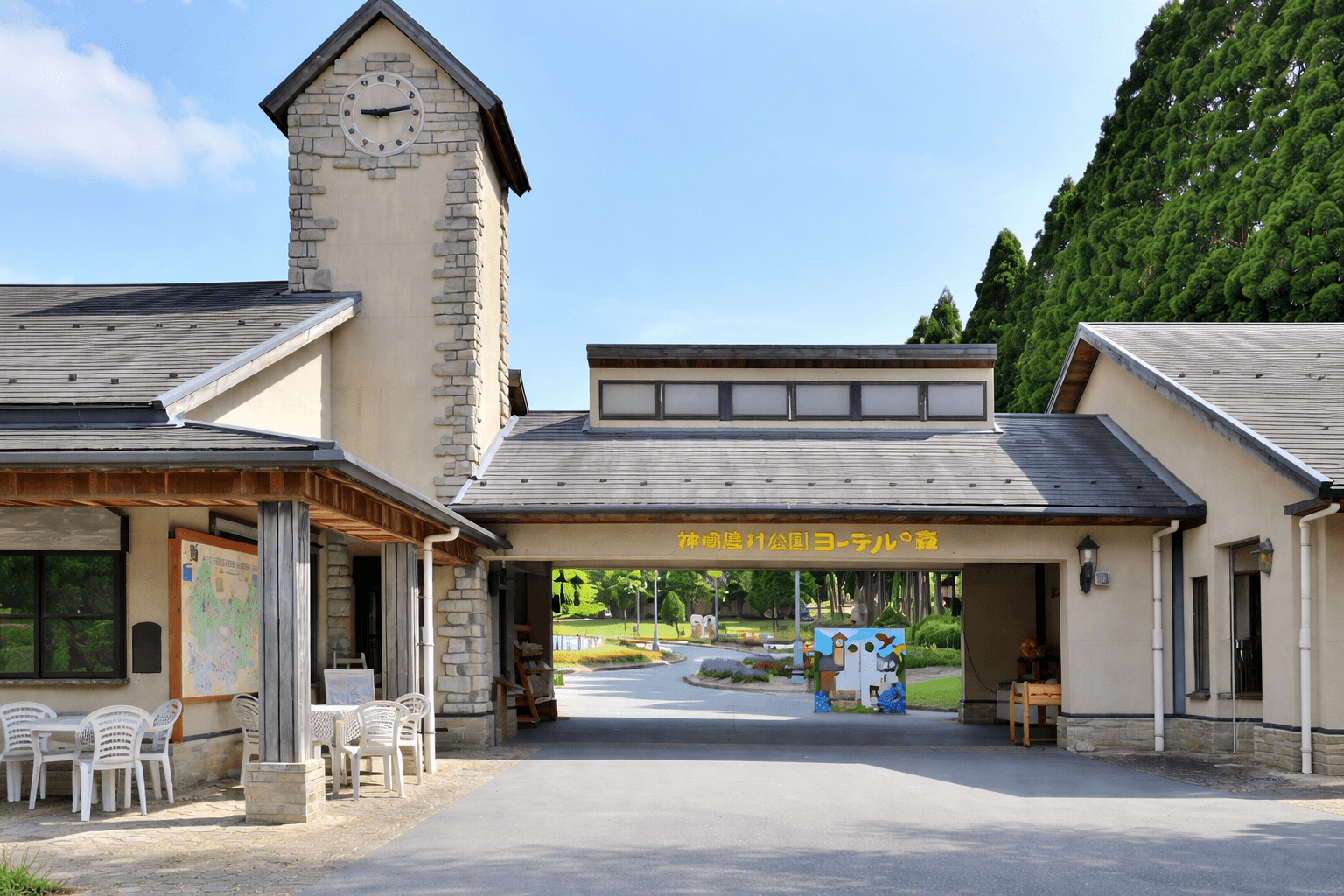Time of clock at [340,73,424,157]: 9:13
